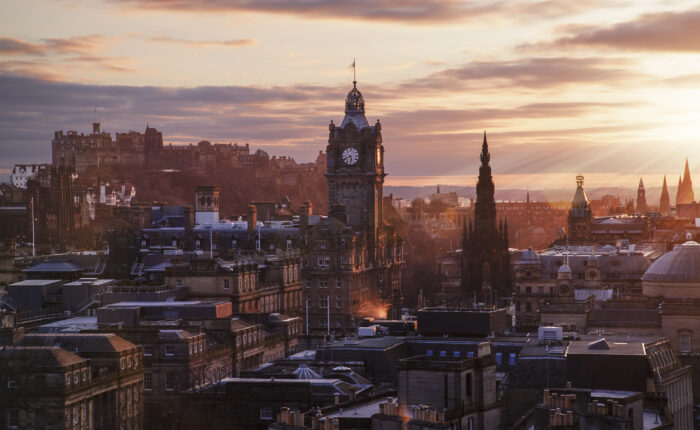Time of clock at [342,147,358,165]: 5:40
